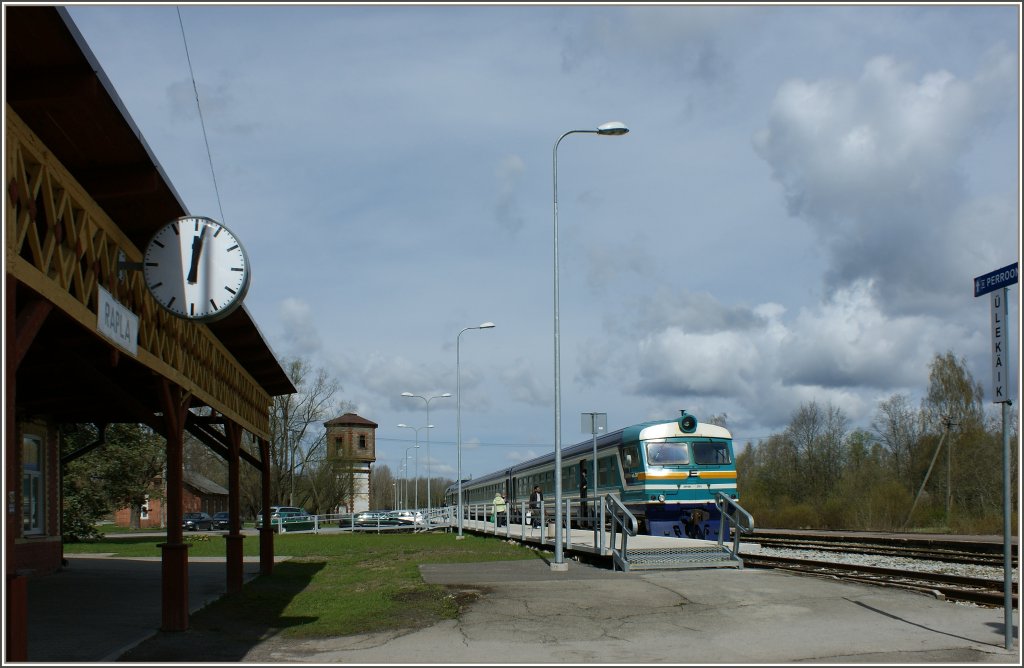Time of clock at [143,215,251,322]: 12:01
